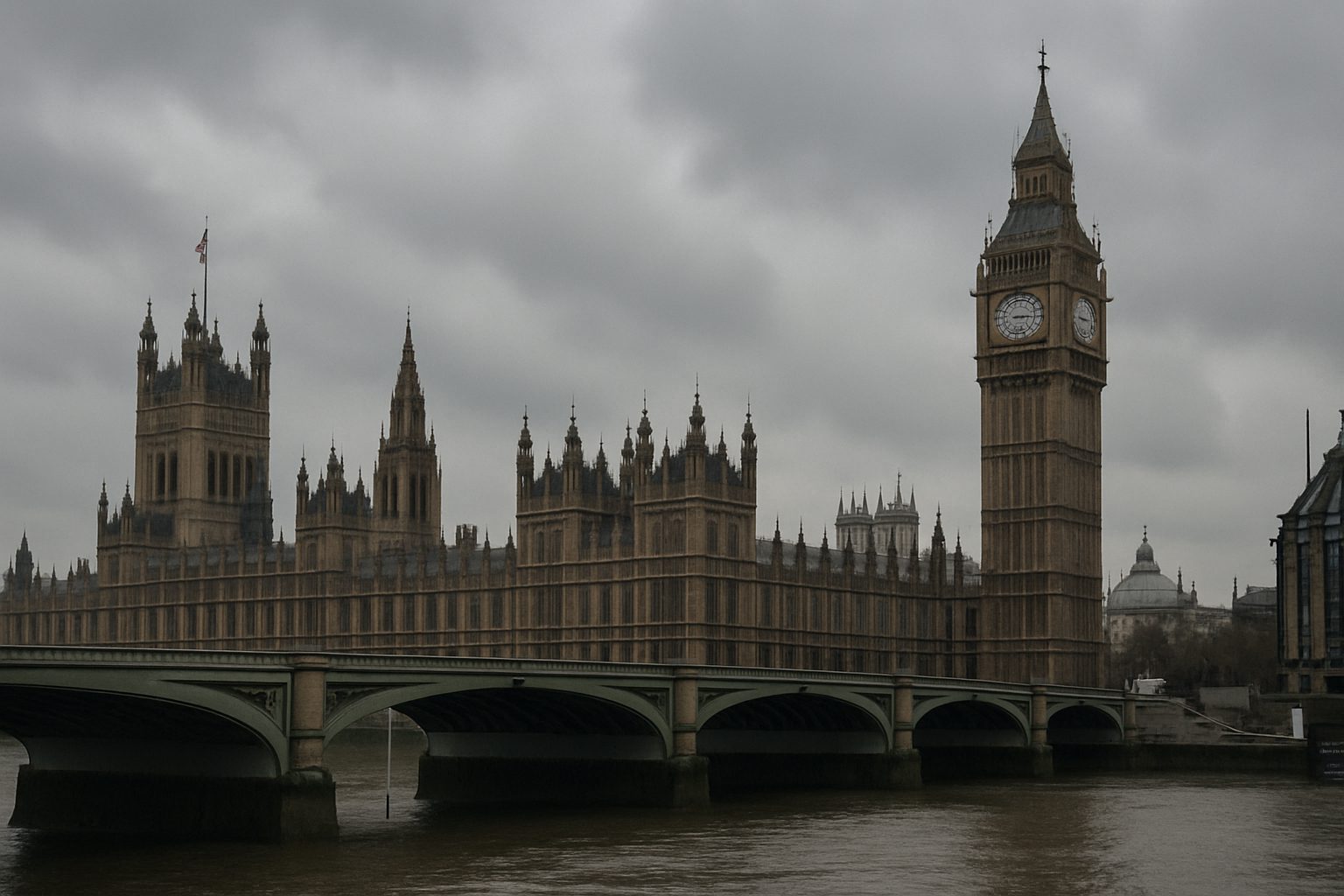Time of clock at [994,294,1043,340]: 3:16
